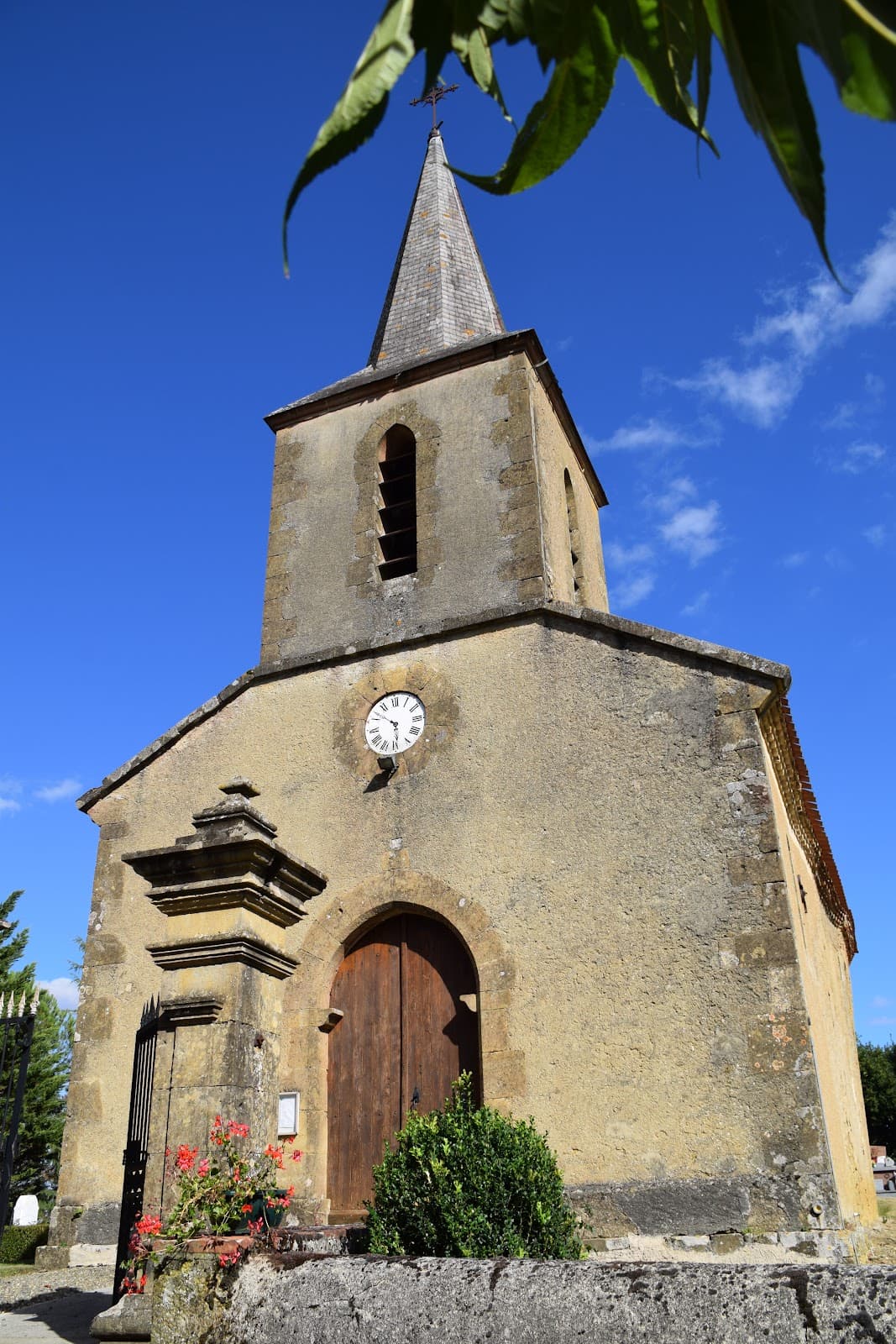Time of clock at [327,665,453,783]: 5:51
